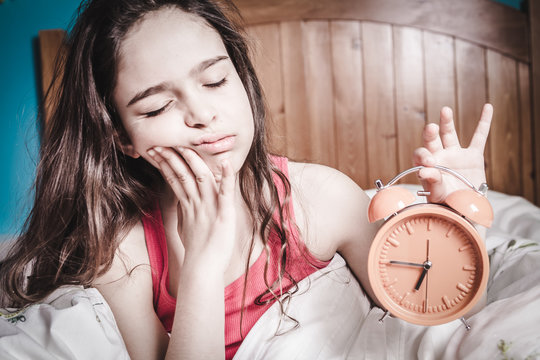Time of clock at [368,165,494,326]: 6:45
